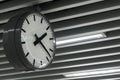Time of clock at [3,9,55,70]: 2:23
